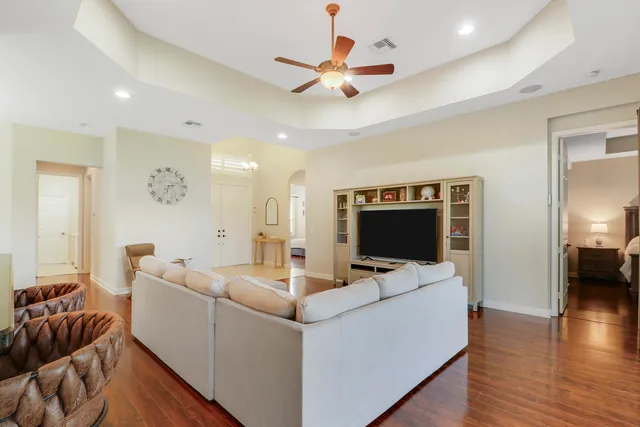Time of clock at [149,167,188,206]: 2:33
